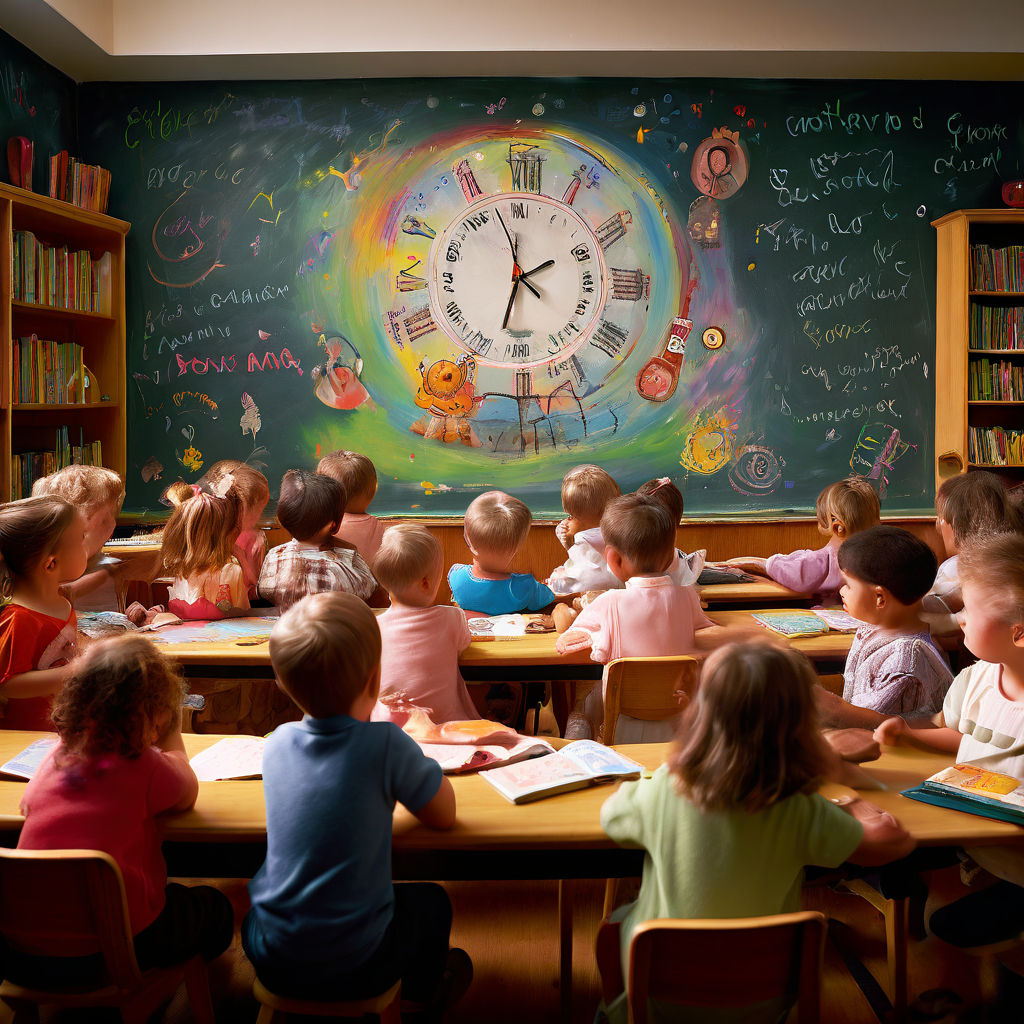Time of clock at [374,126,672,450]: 1:57
